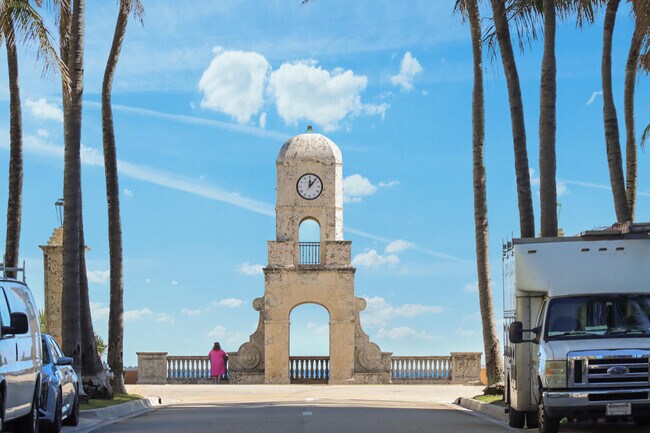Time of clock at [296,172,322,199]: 12:06
